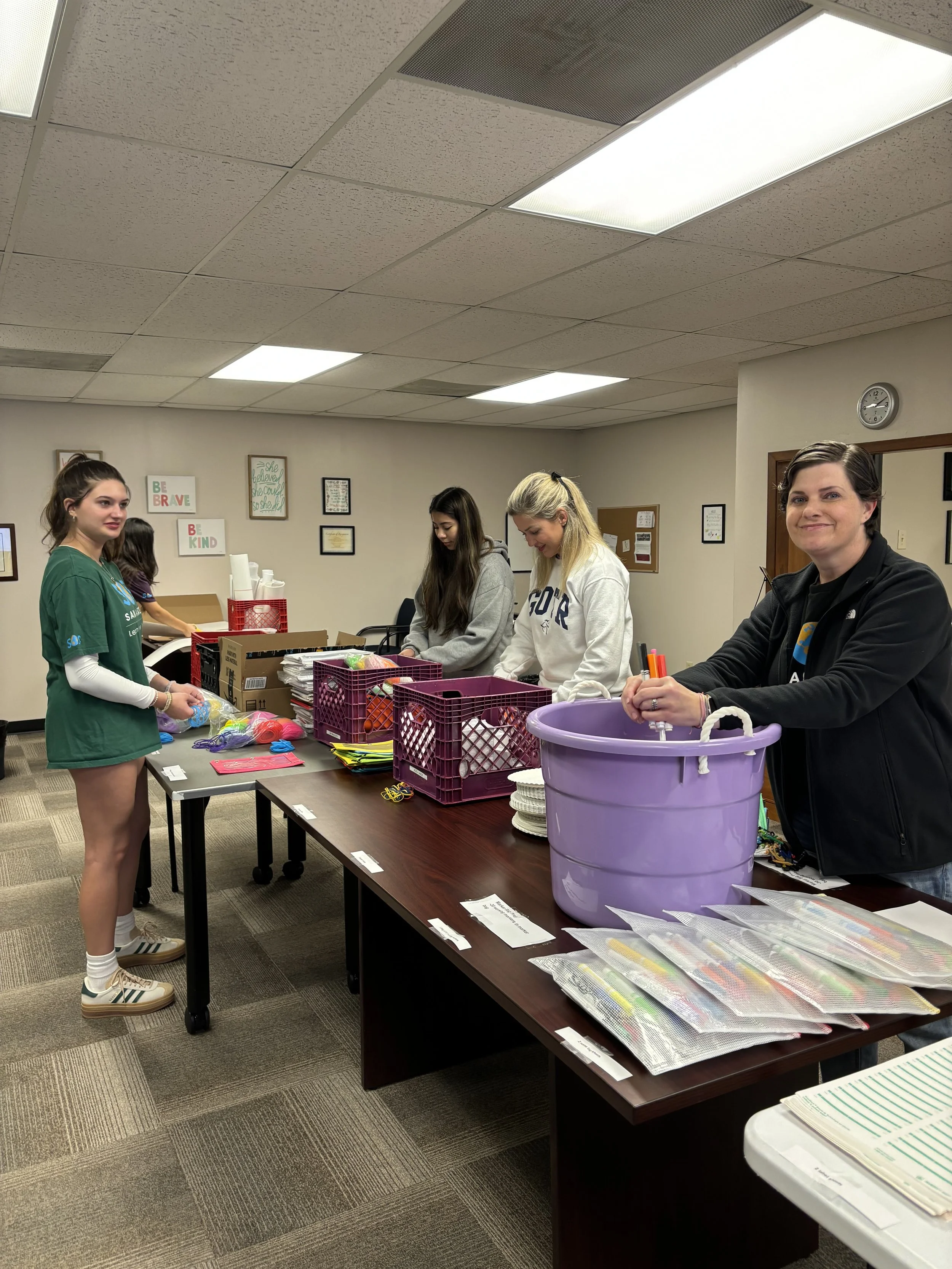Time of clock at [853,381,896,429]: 9:10
